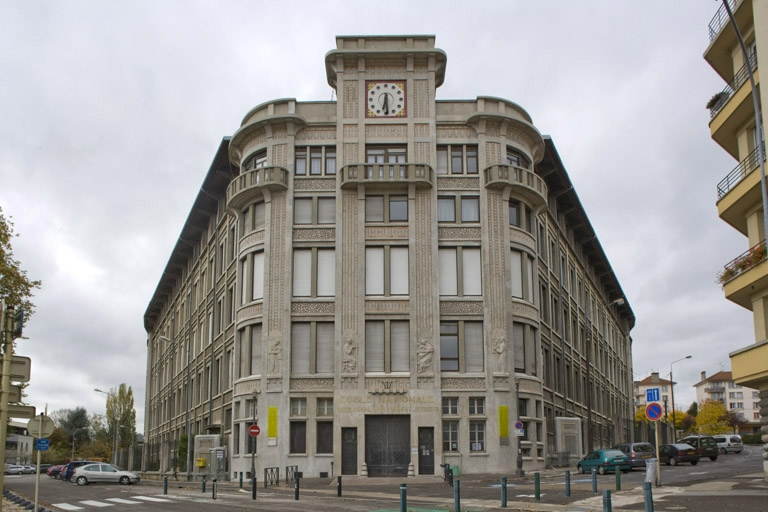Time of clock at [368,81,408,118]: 6:29
